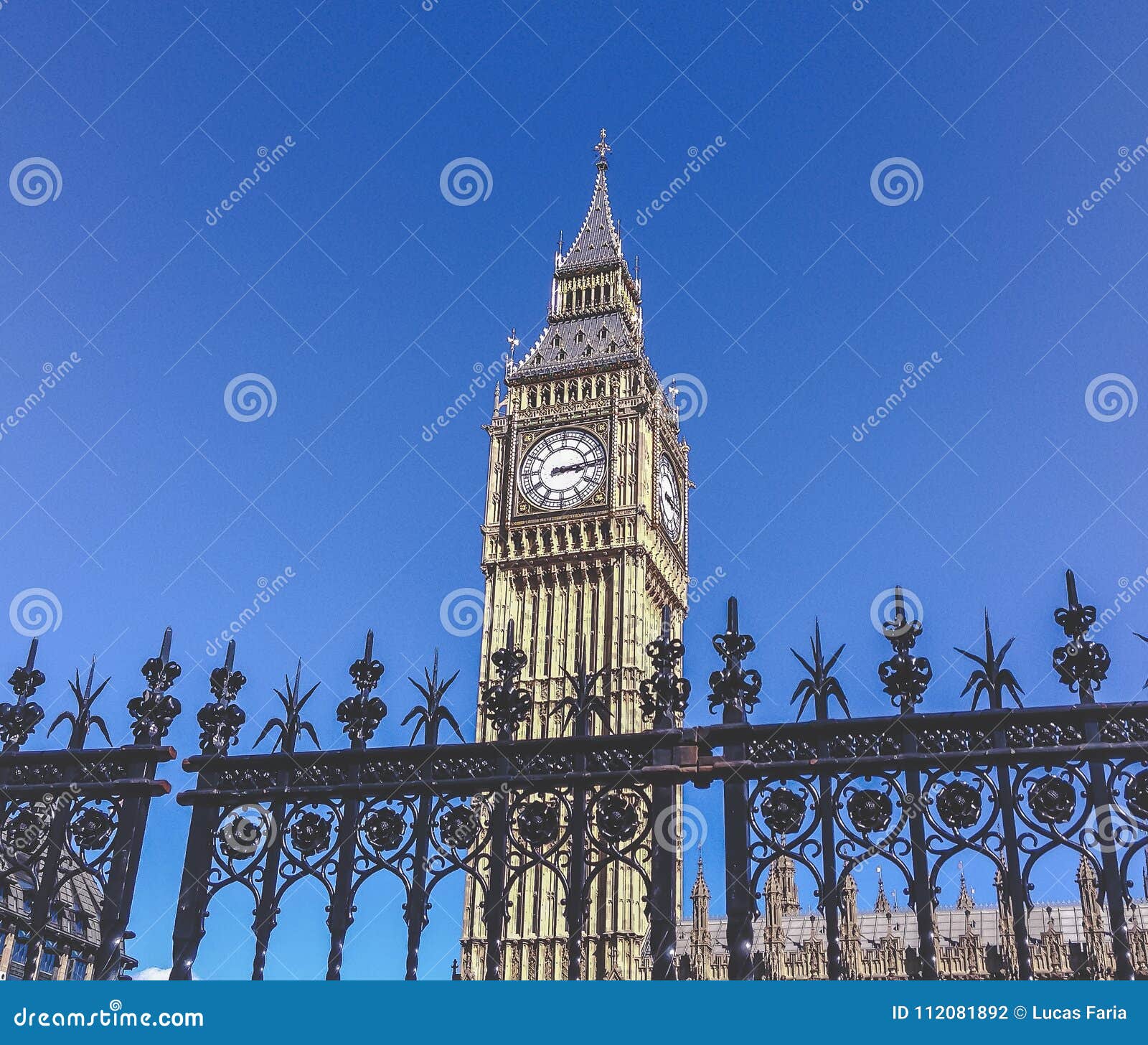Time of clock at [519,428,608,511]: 3:13
